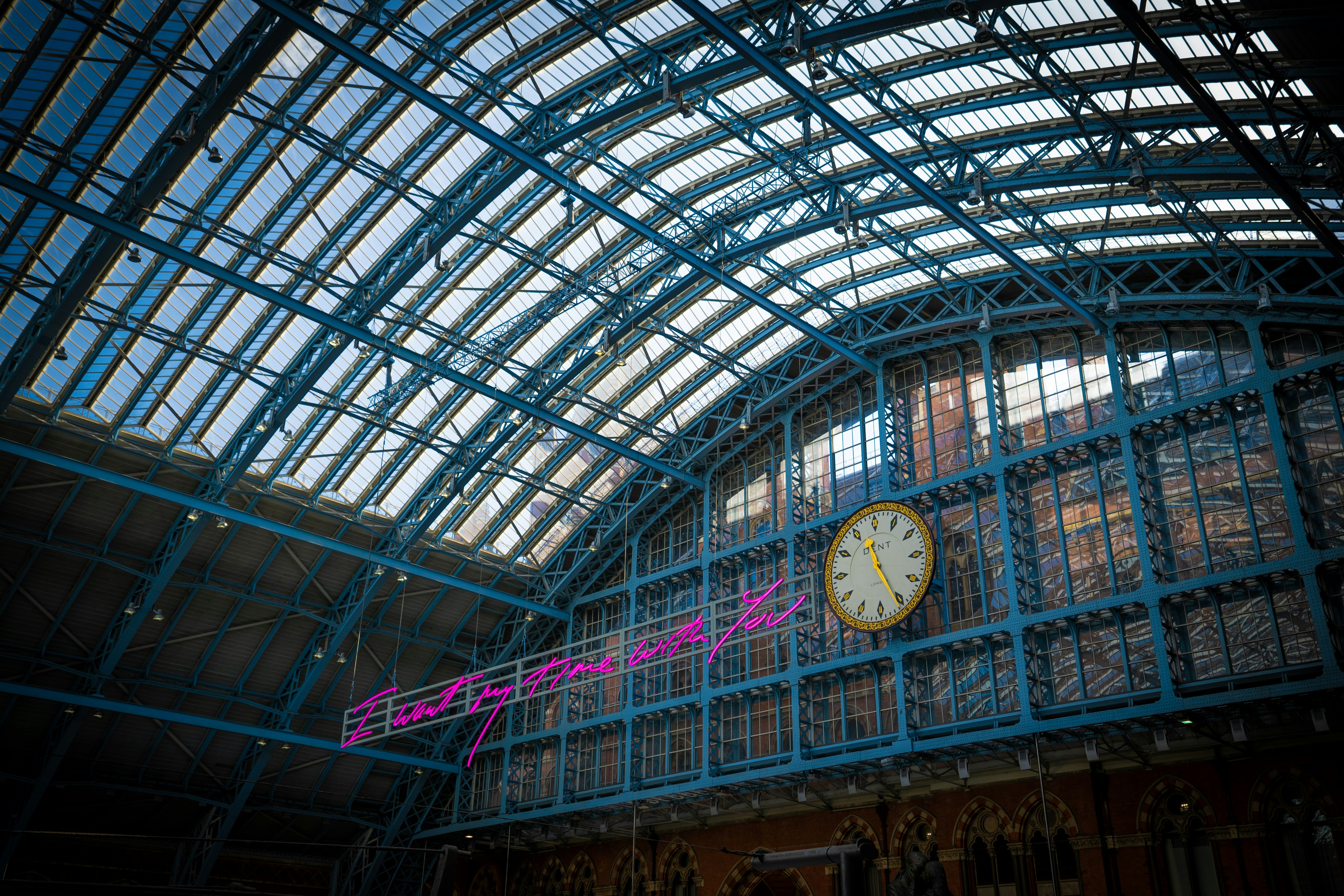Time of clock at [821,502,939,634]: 11:25
